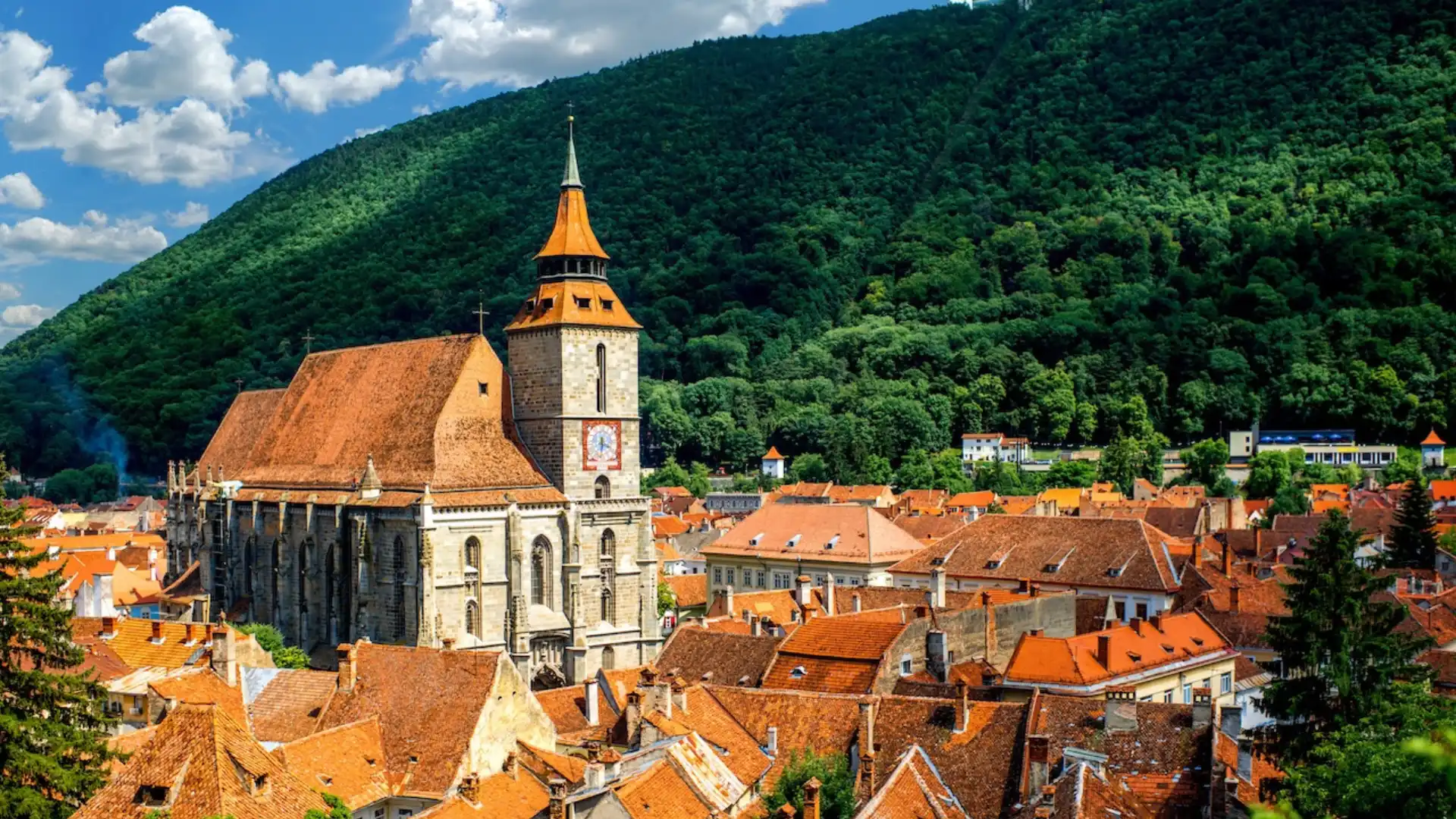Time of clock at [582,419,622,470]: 6:18
